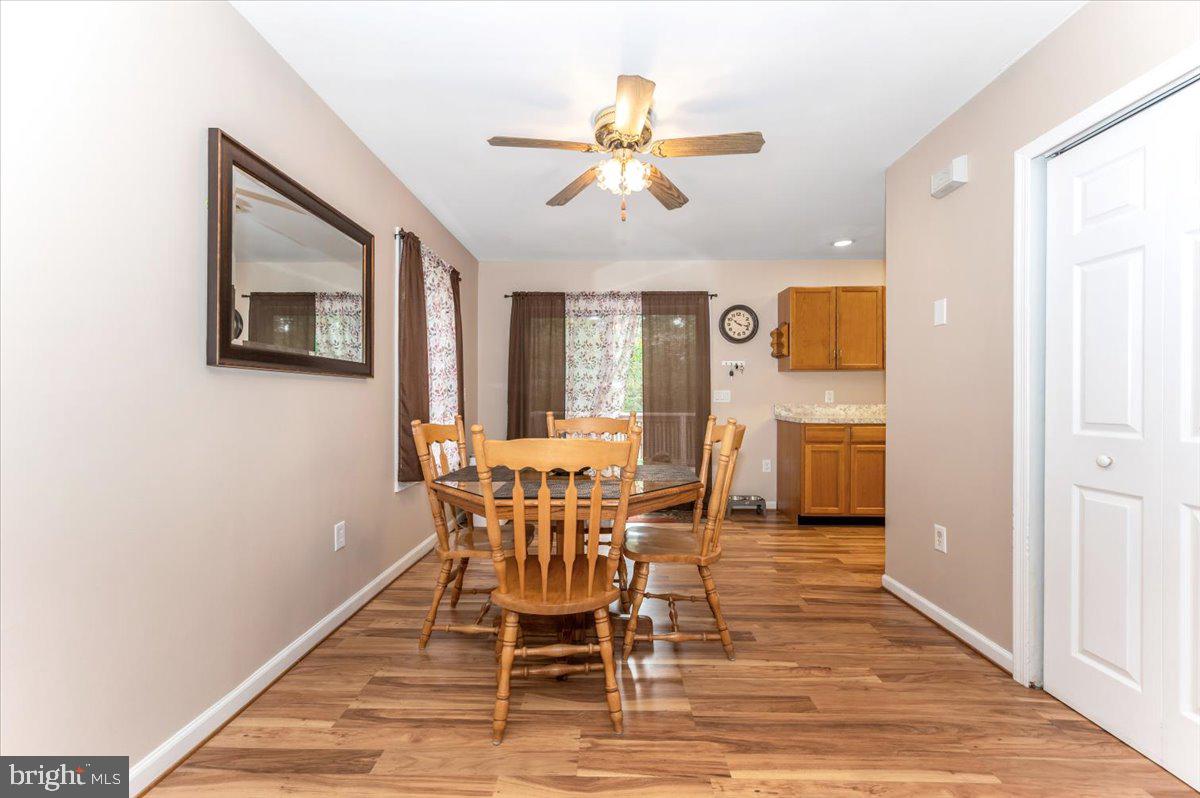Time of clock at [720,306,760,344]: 10:17
